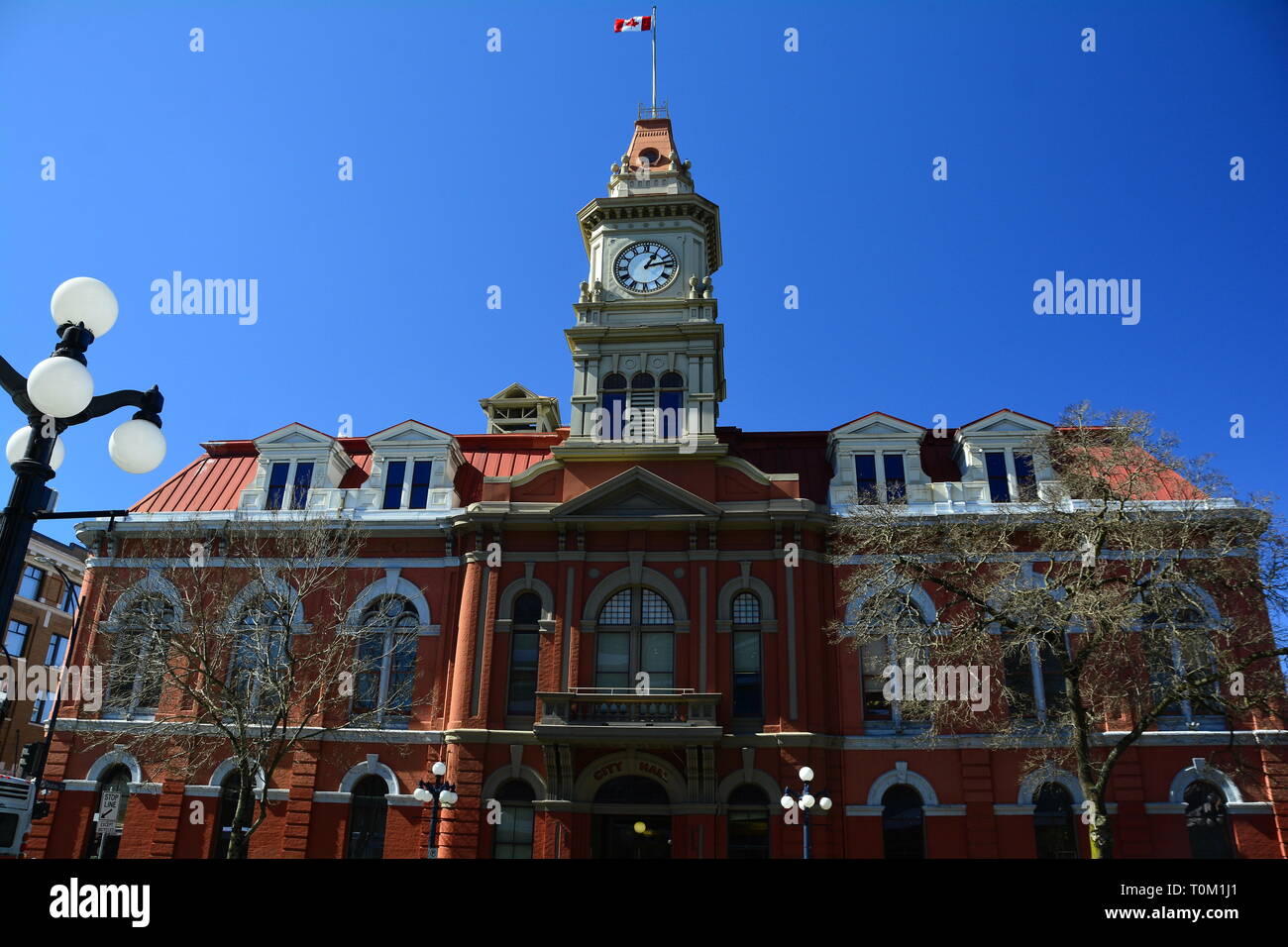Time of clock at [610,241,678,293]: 1:13
